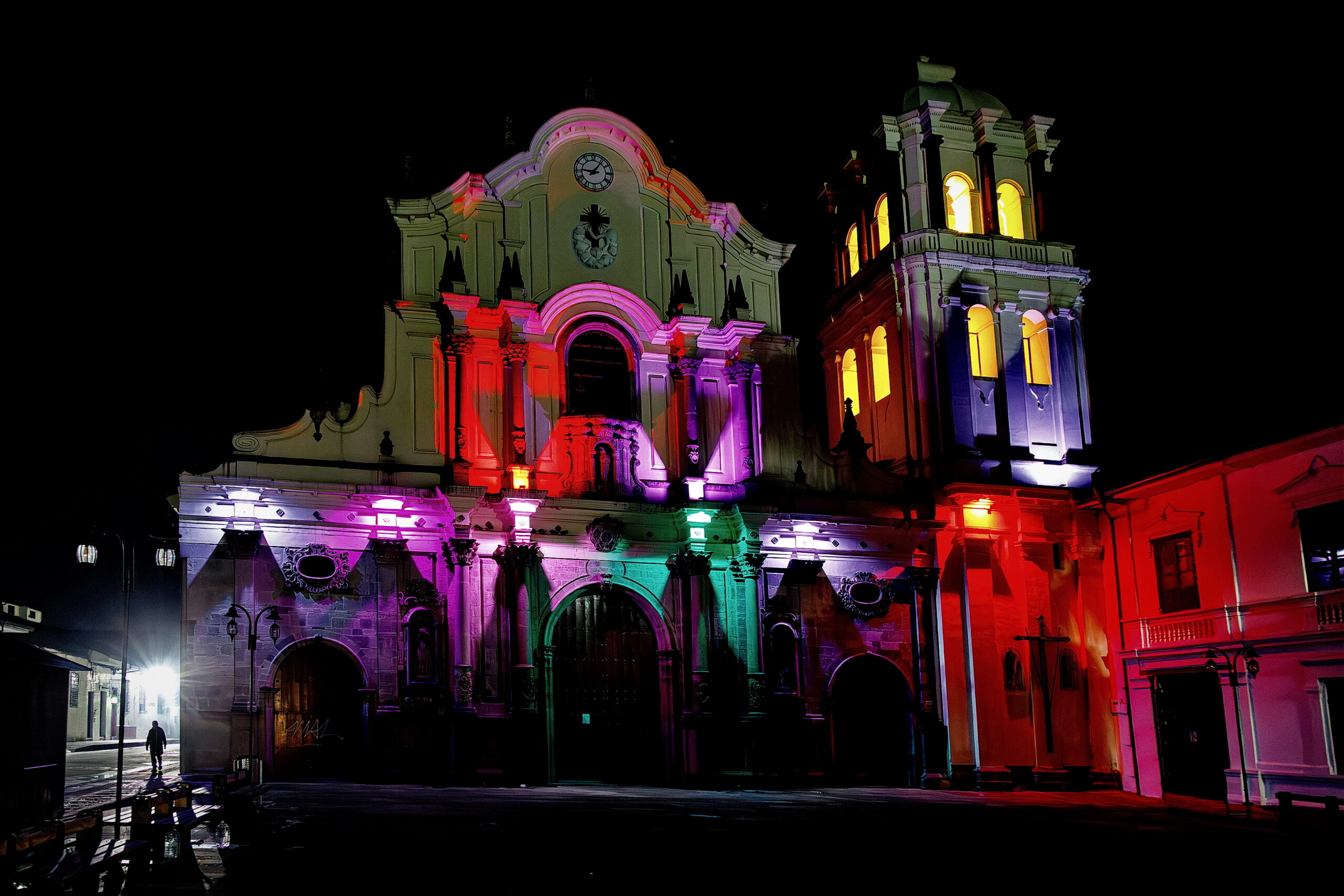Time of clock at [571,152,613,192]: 9:06
